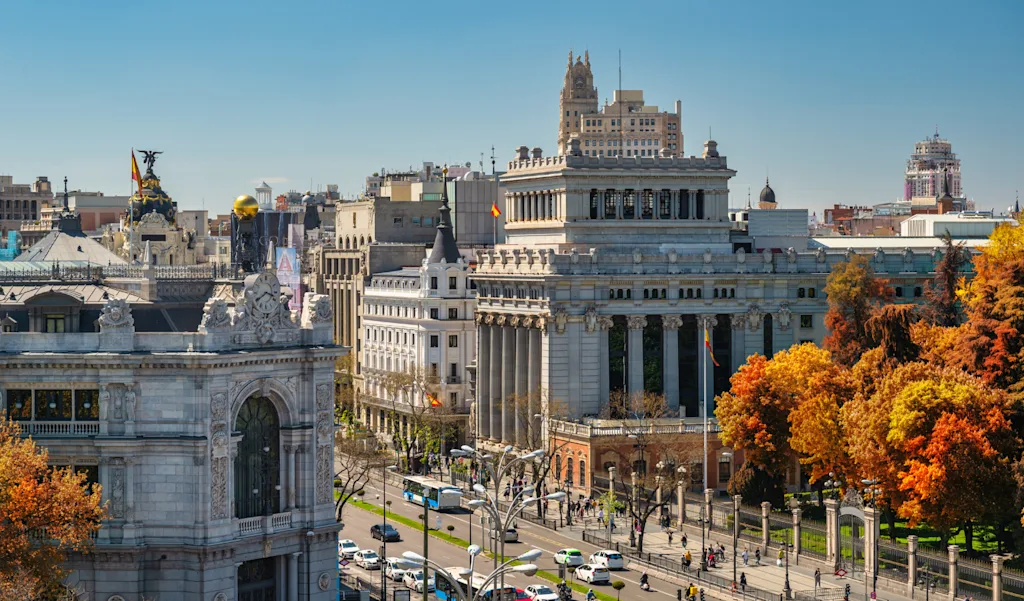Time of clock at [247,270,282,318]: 3:39
